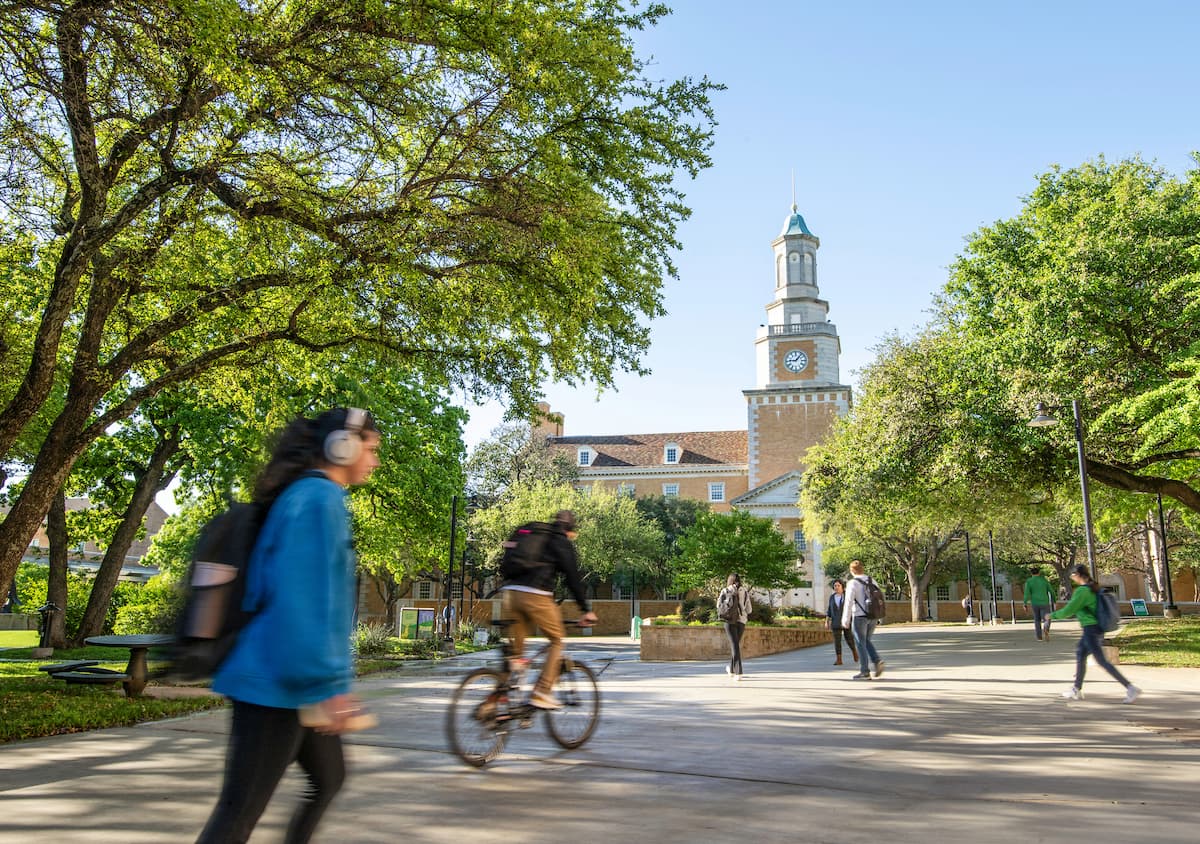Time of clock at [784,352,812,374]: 9:07
